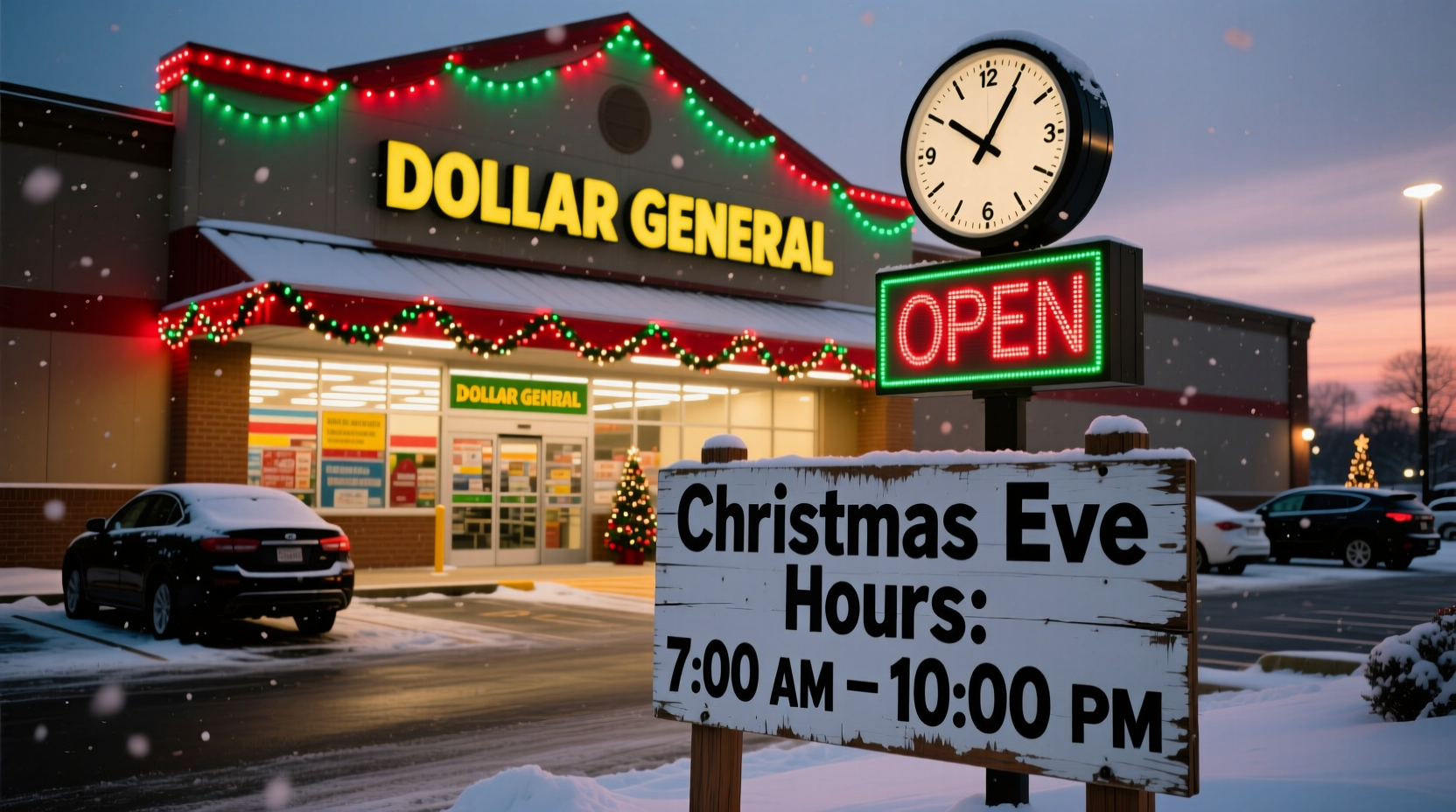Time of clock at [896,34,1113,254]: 10:05
